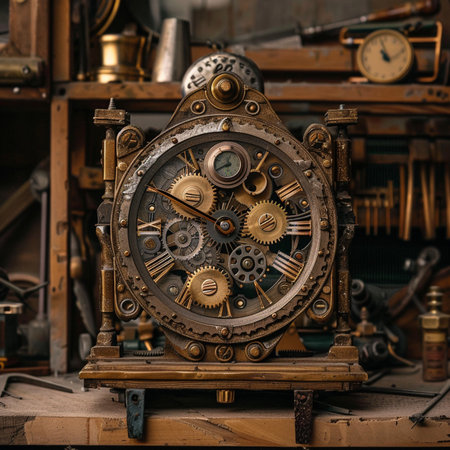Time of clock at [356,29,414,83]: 10:58
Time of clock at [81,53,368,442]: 5:49
